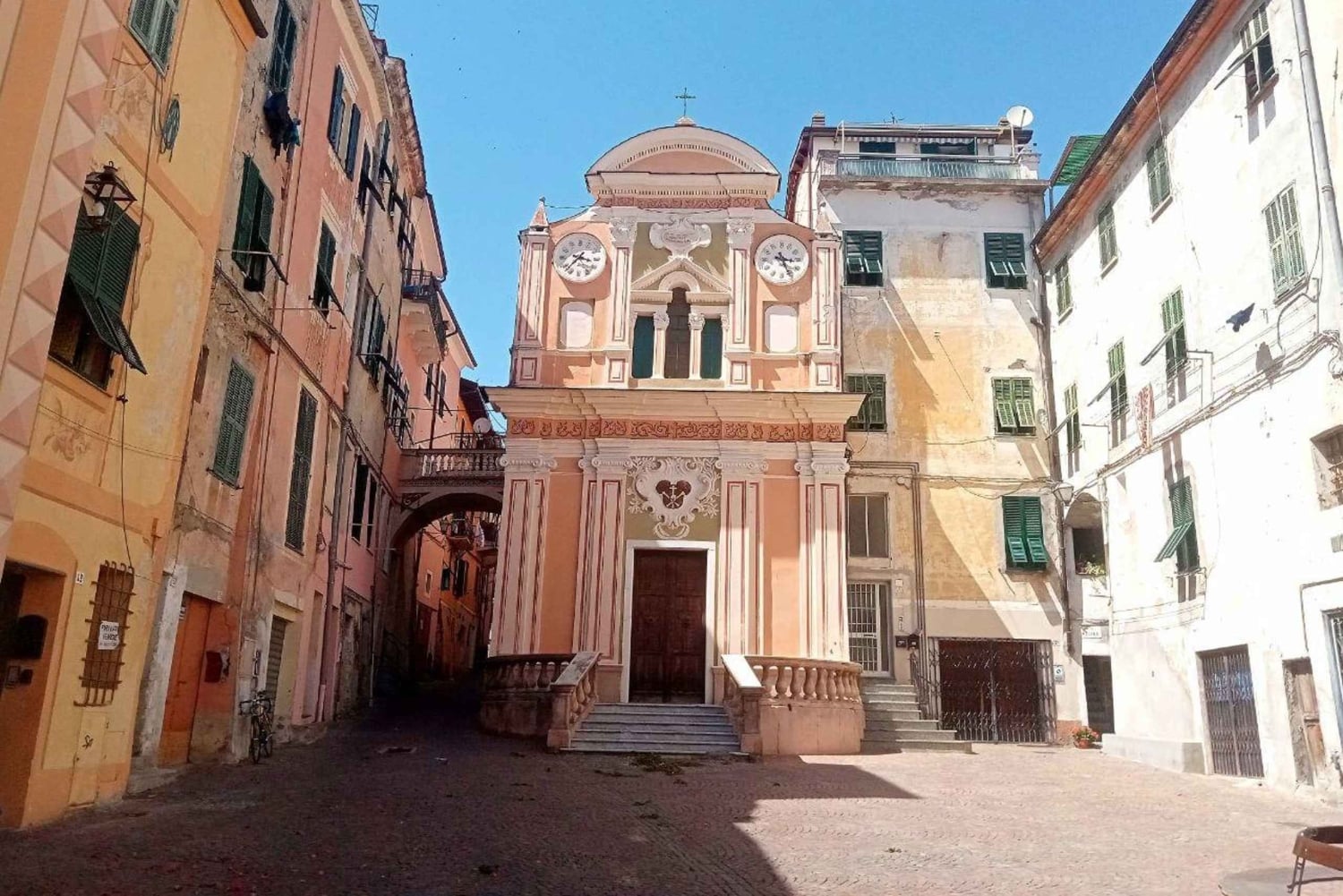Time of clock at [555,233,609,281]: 3:37
